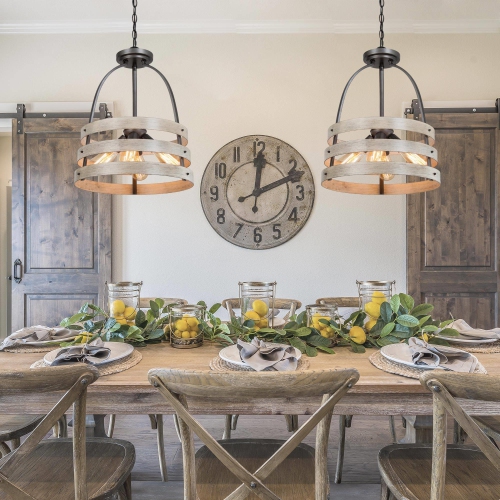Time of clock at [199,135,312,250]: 12:11
